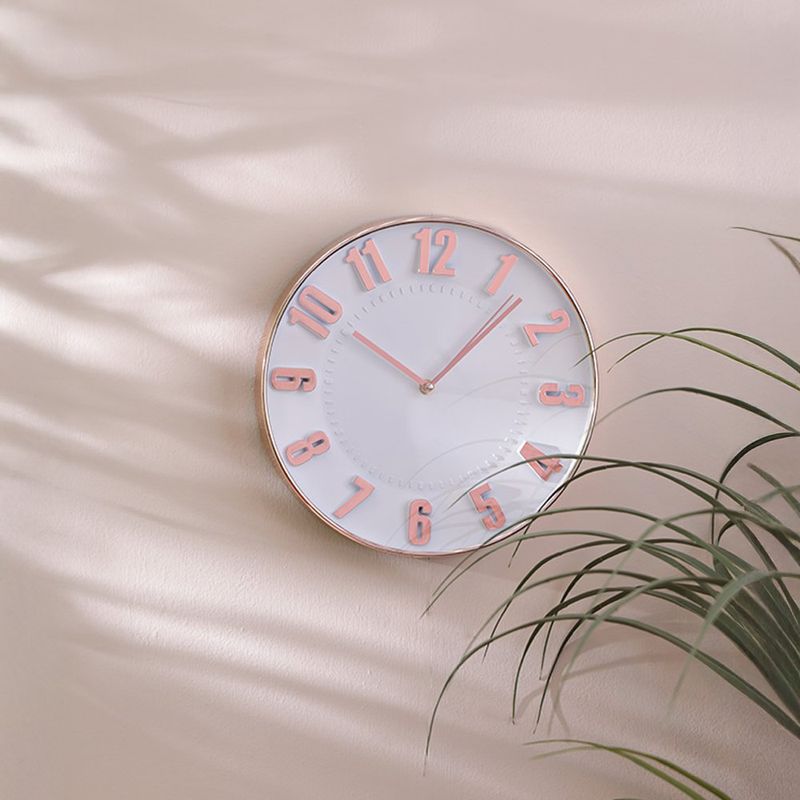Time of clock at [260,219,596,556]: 10:07
